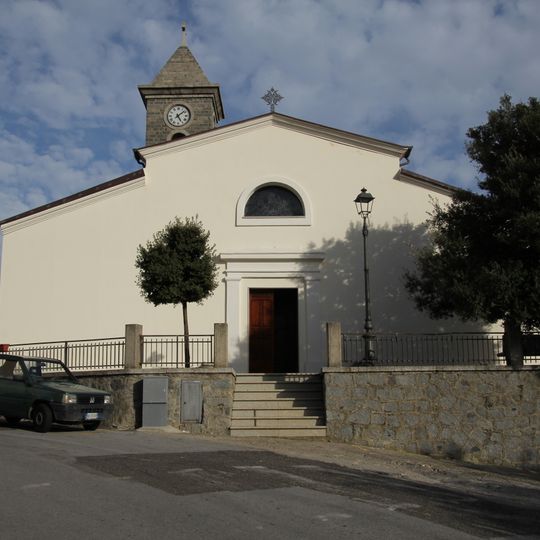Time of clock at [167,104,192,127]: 5:08
